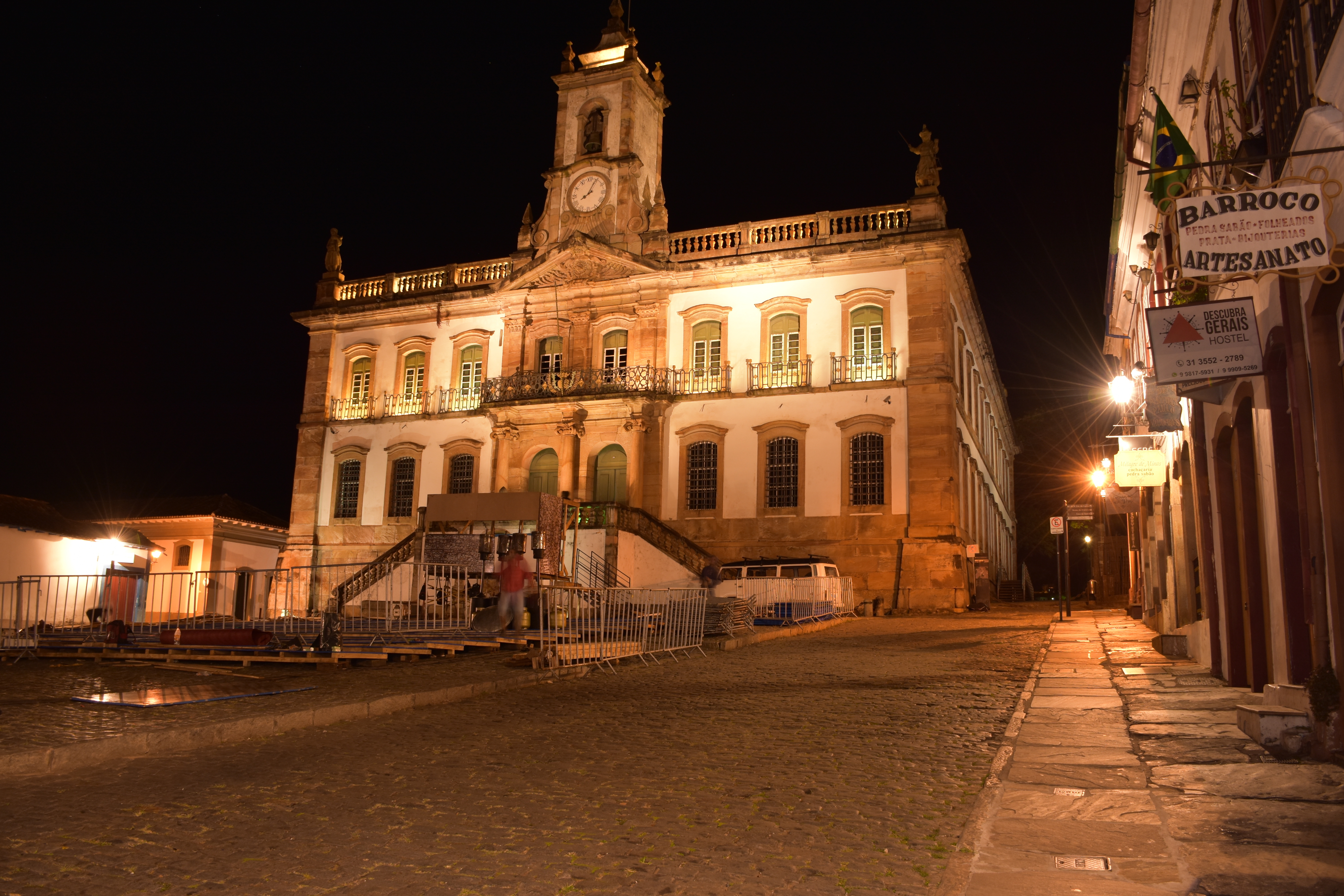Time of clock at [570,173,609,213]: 8:04
